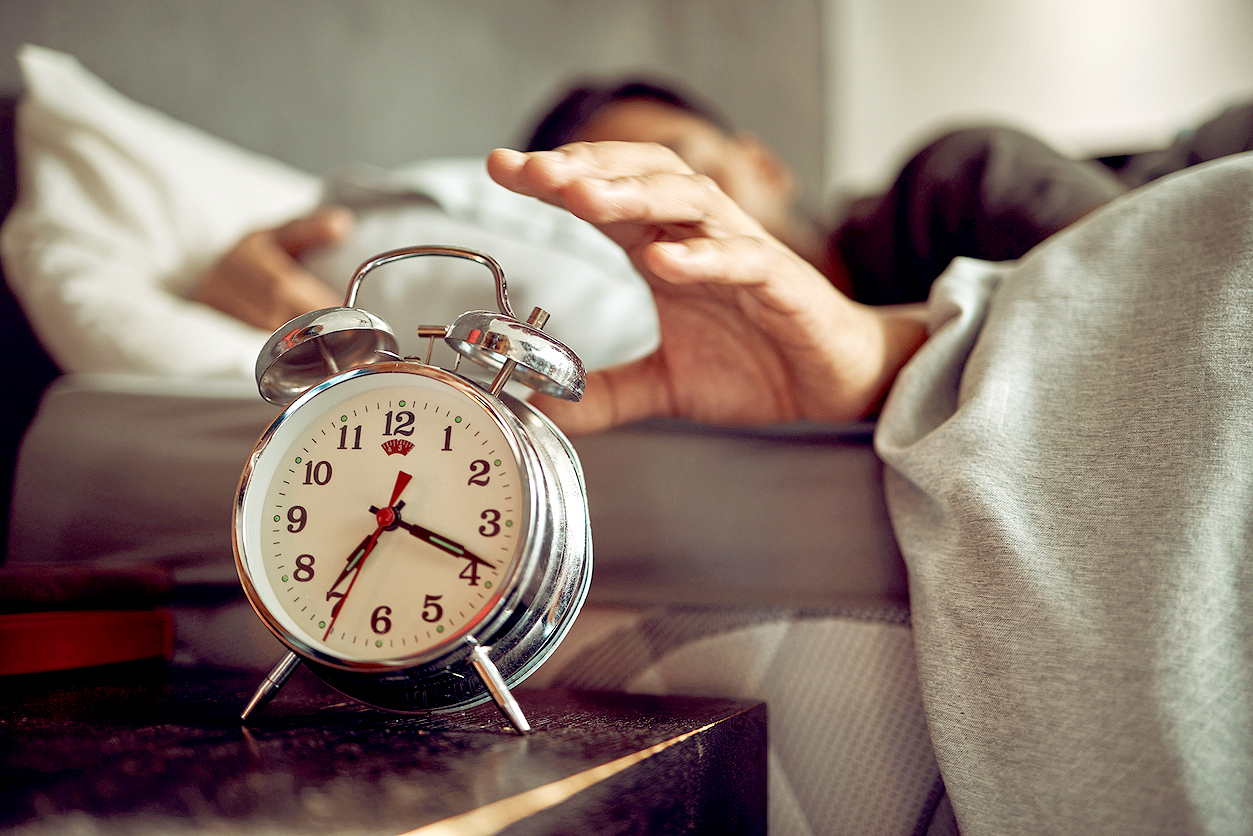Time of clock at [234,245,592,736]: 7:18
